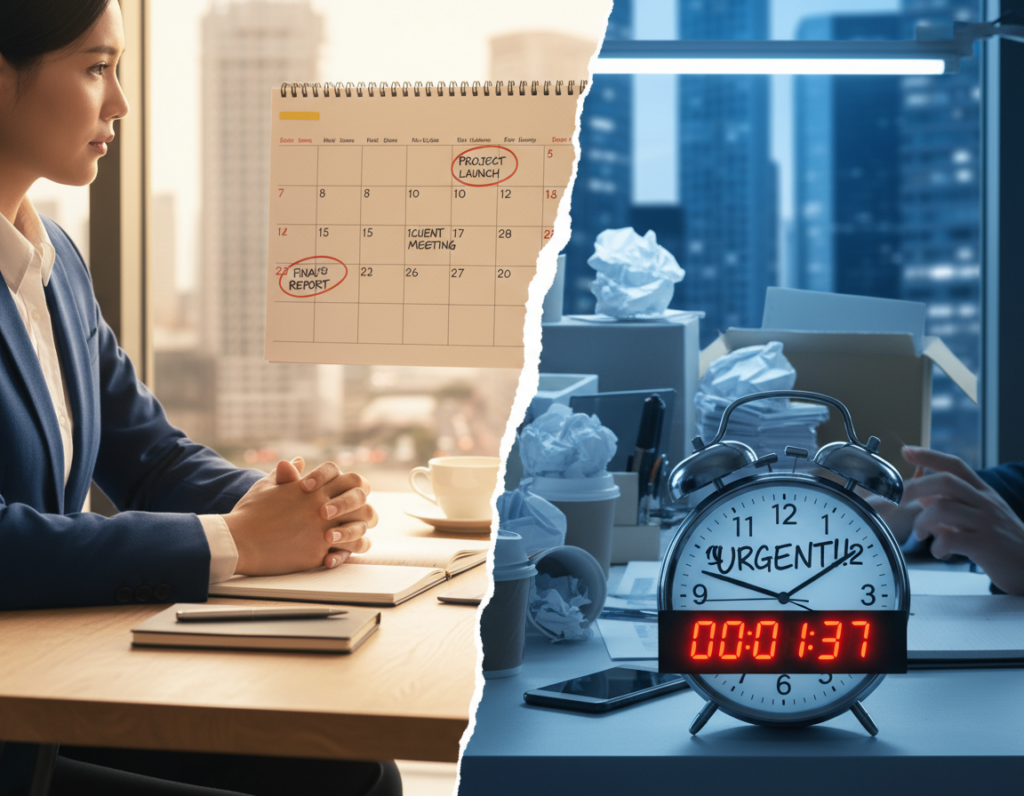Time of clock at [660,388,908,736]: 1:47
